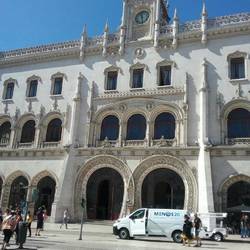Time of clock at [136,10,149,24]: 11:28
